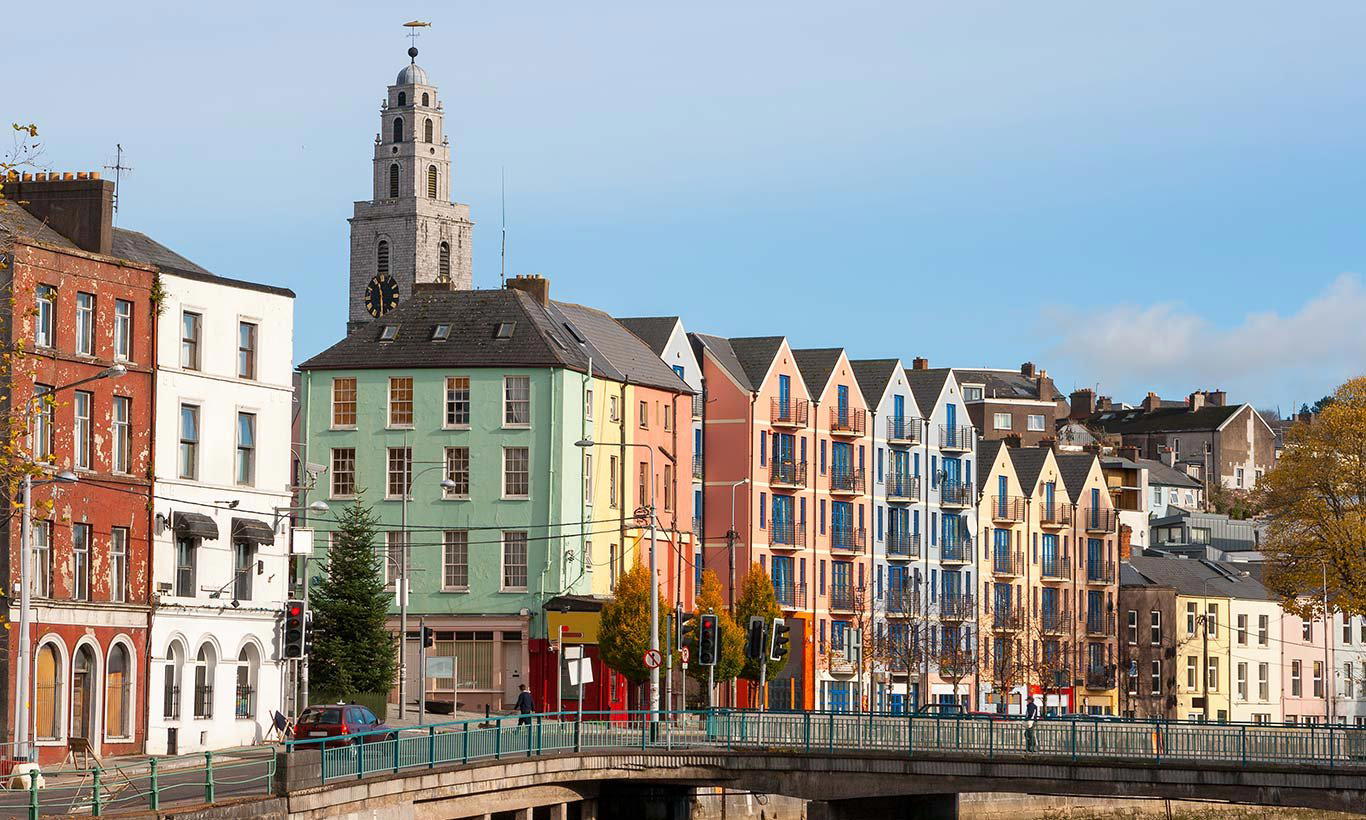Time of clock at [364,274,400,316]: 11:29
